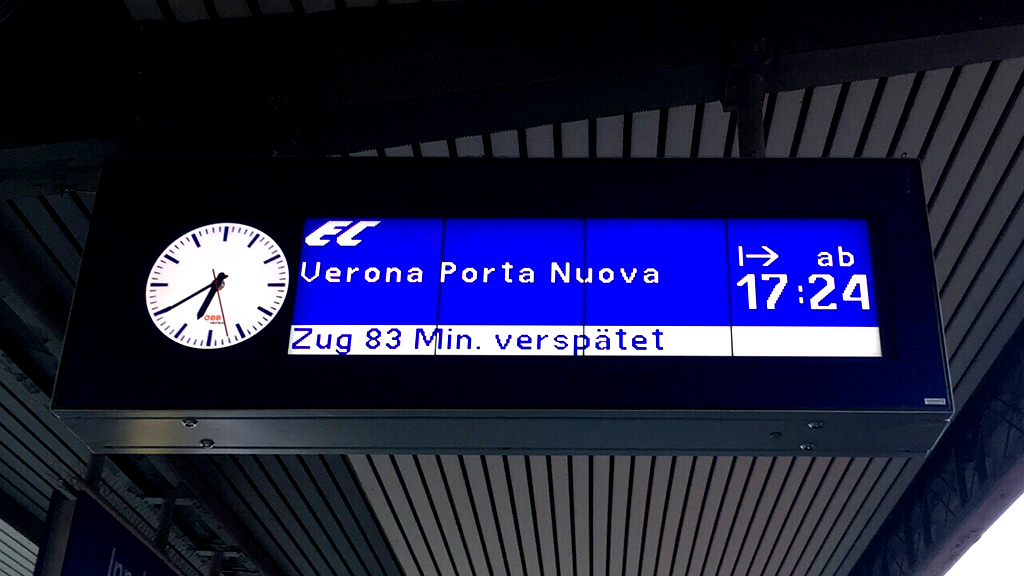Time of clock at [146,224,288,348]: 6:39
